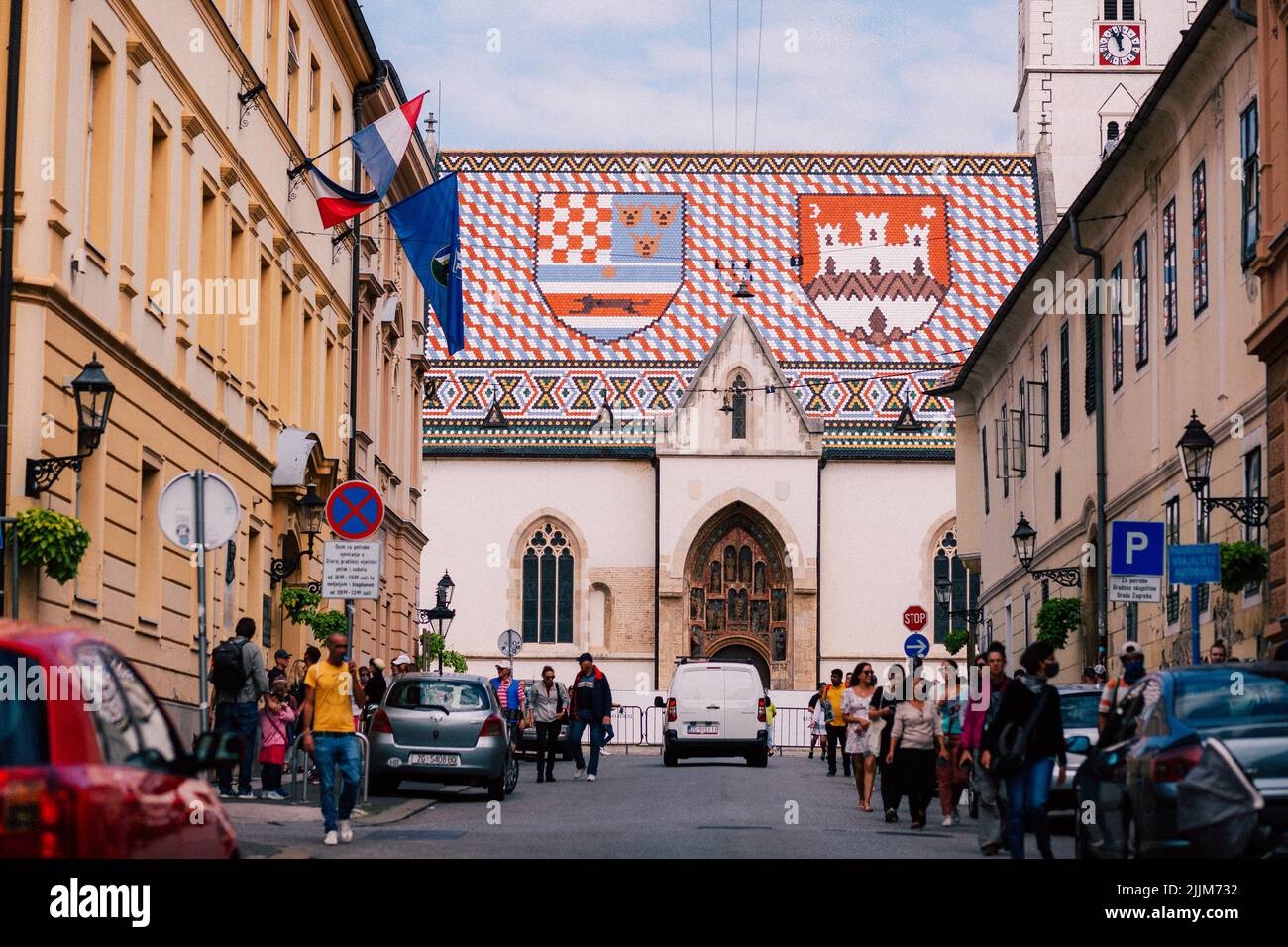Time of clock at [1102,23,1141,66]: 11:55
